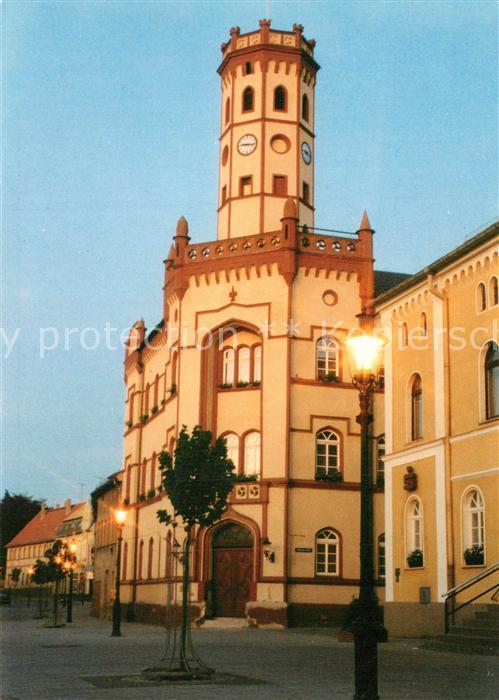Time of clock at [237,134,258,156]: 9:16
